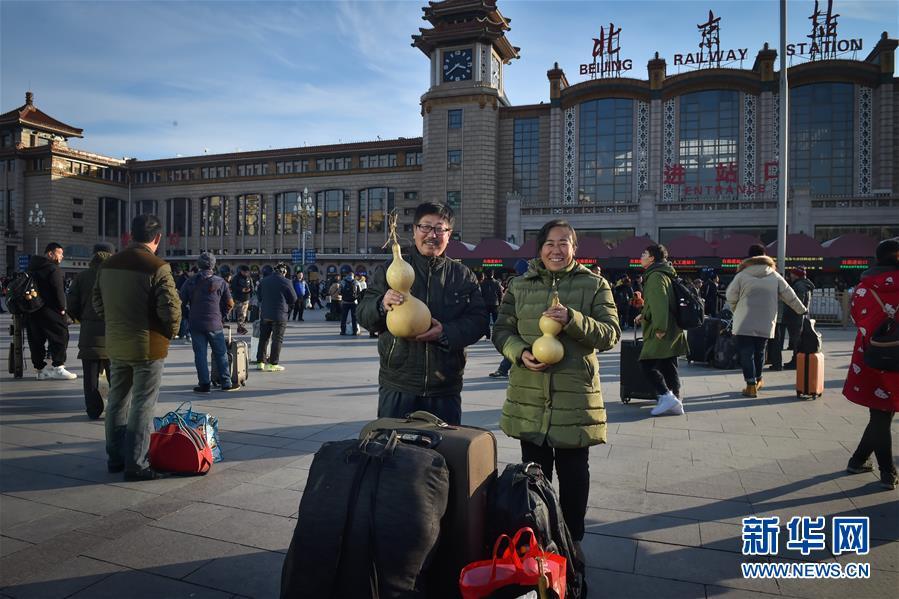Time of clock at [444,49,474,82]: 3:39
